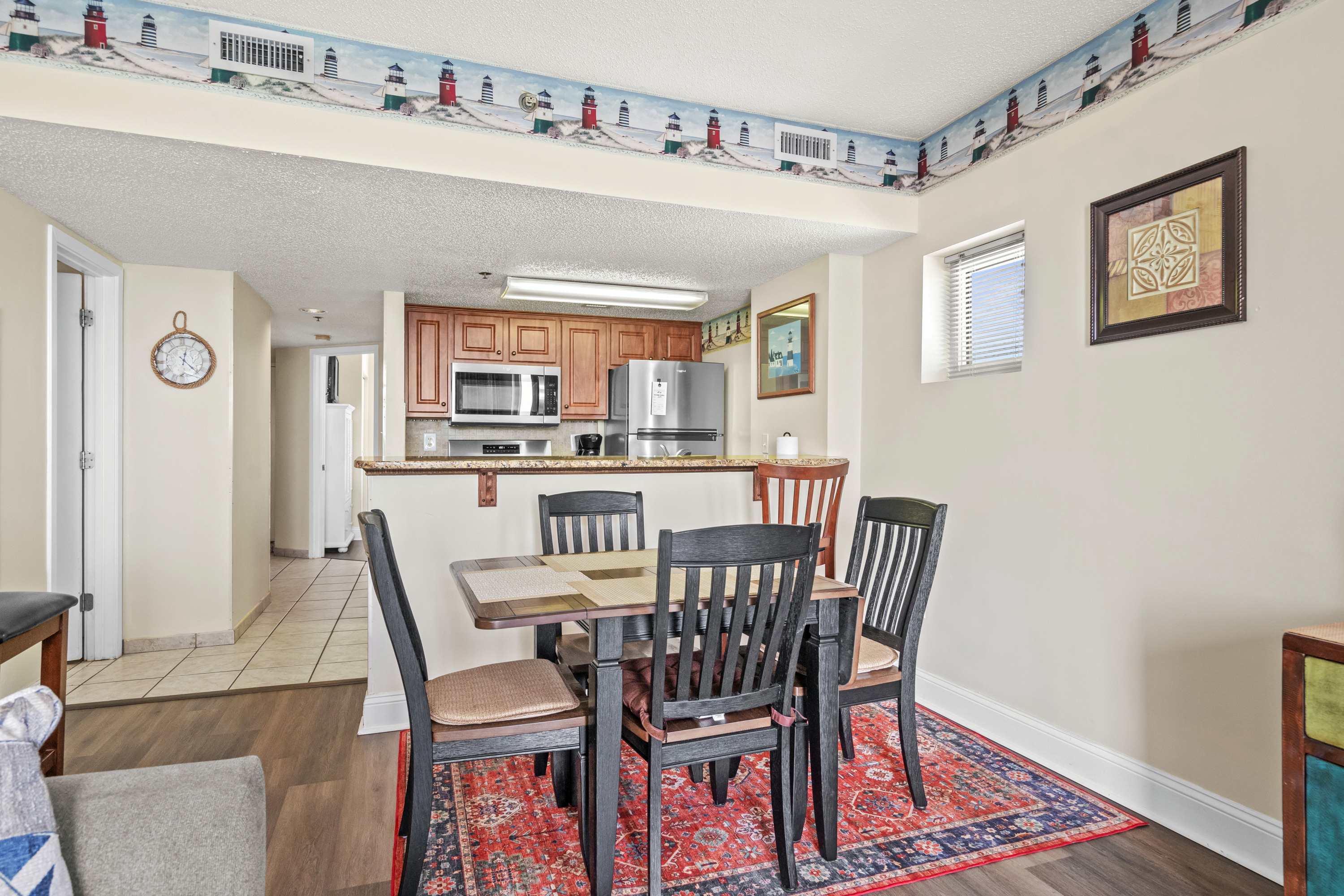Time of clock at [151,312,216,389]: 12:23
